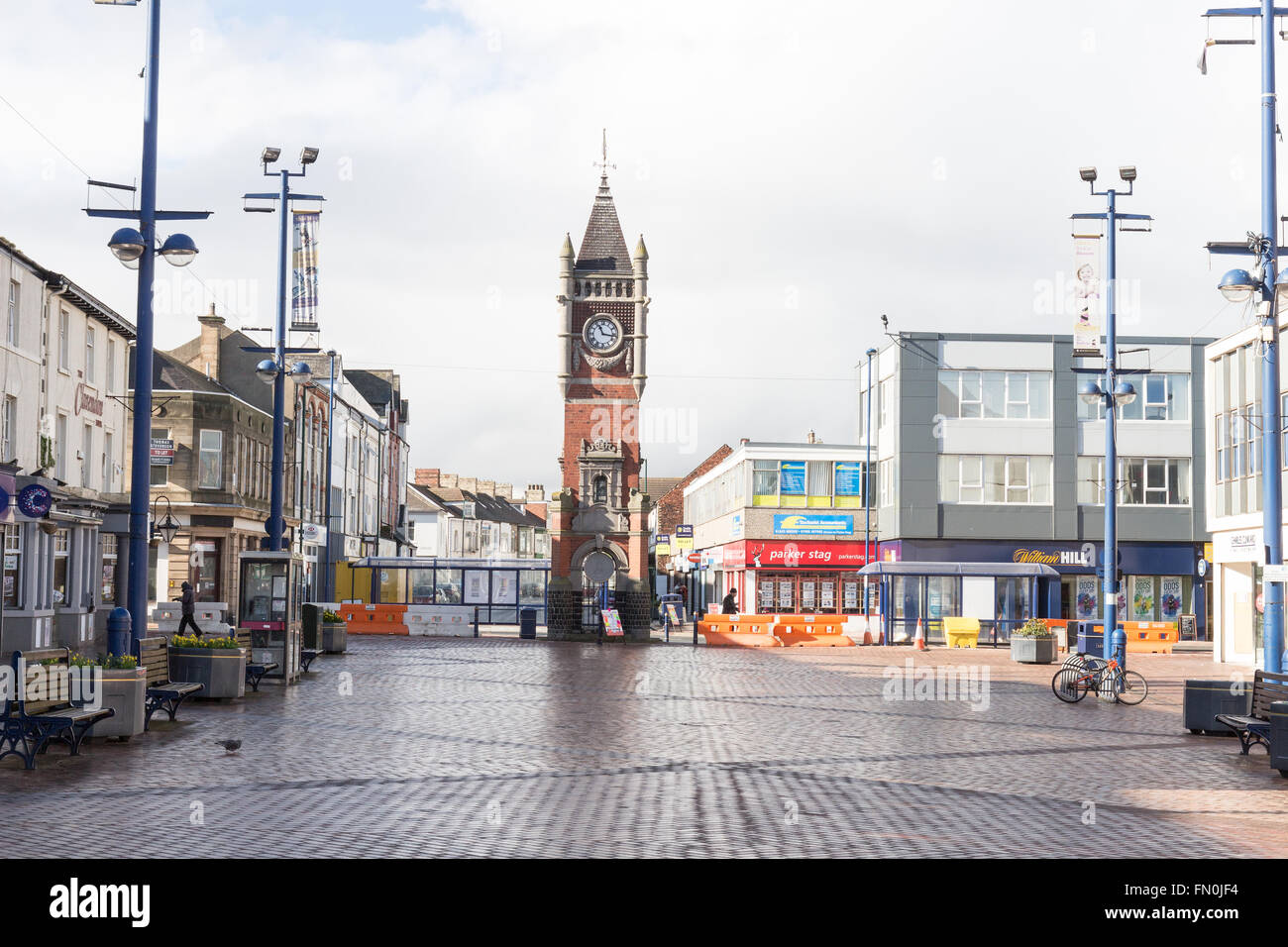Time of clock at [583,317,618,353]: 11:16
